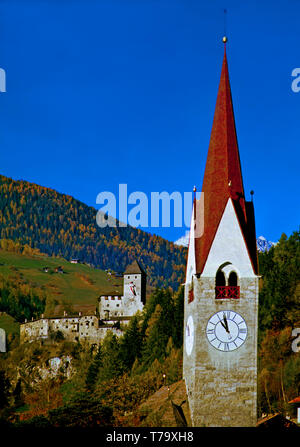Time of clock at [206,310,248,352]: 10:58
